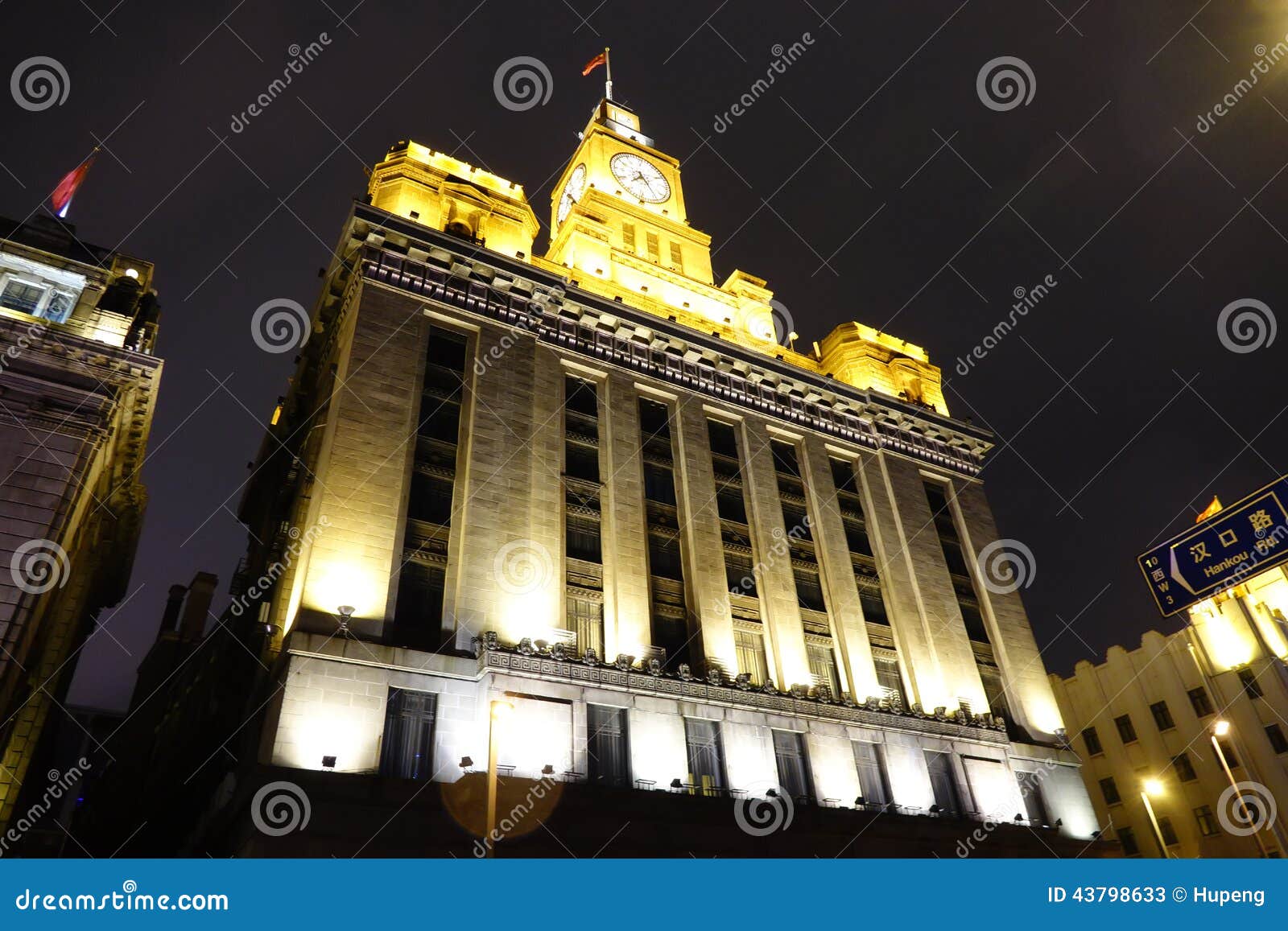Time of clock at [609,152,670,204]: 7:24
